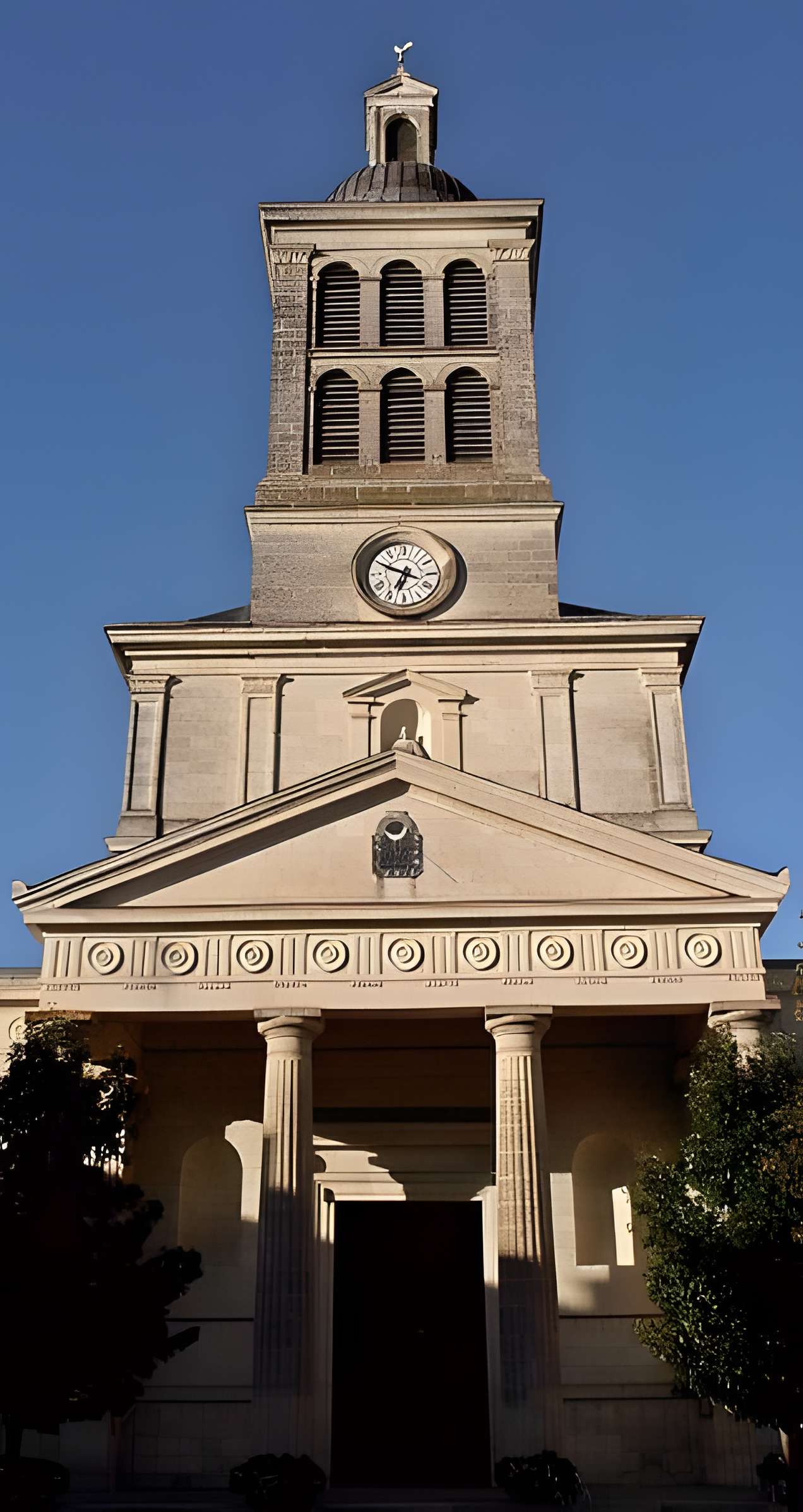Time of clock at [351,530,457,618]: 6:49
